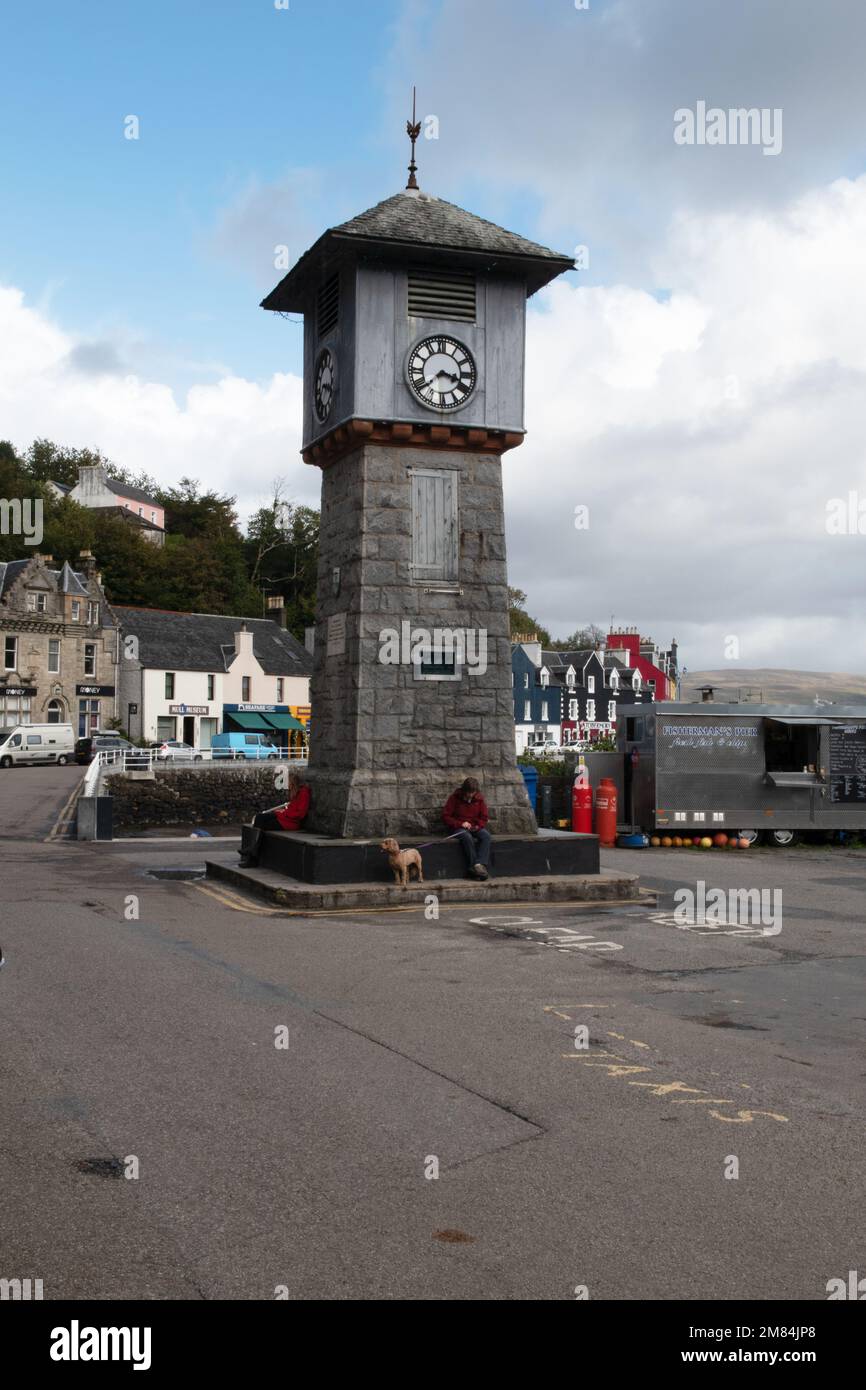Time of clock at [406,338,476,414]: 3:38
